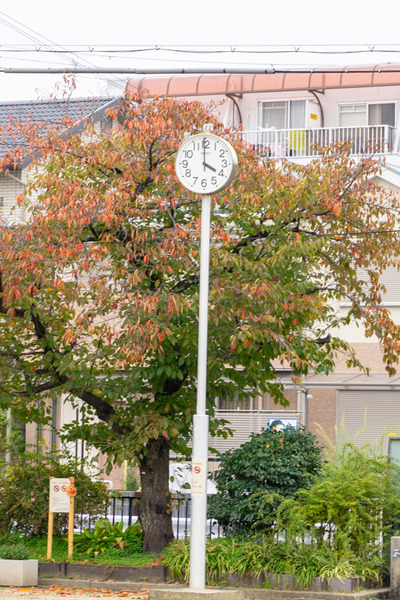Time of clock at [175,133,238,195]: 3:59
